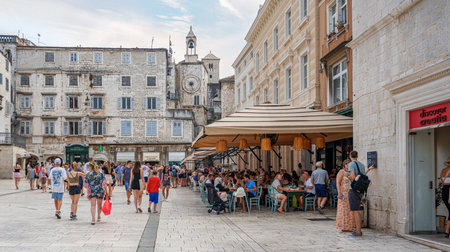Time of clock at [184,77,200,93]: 8:27
